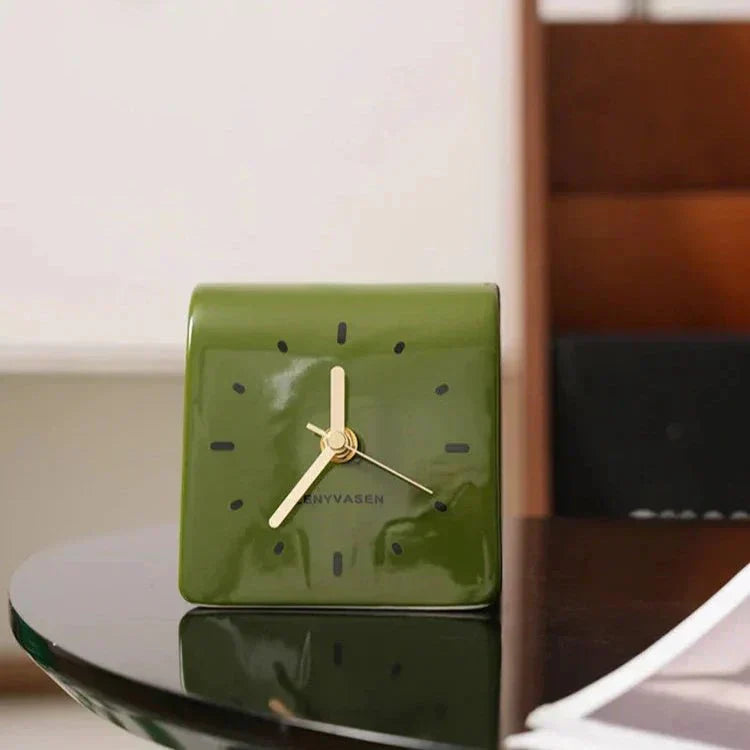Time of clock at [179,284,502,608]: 11:36
